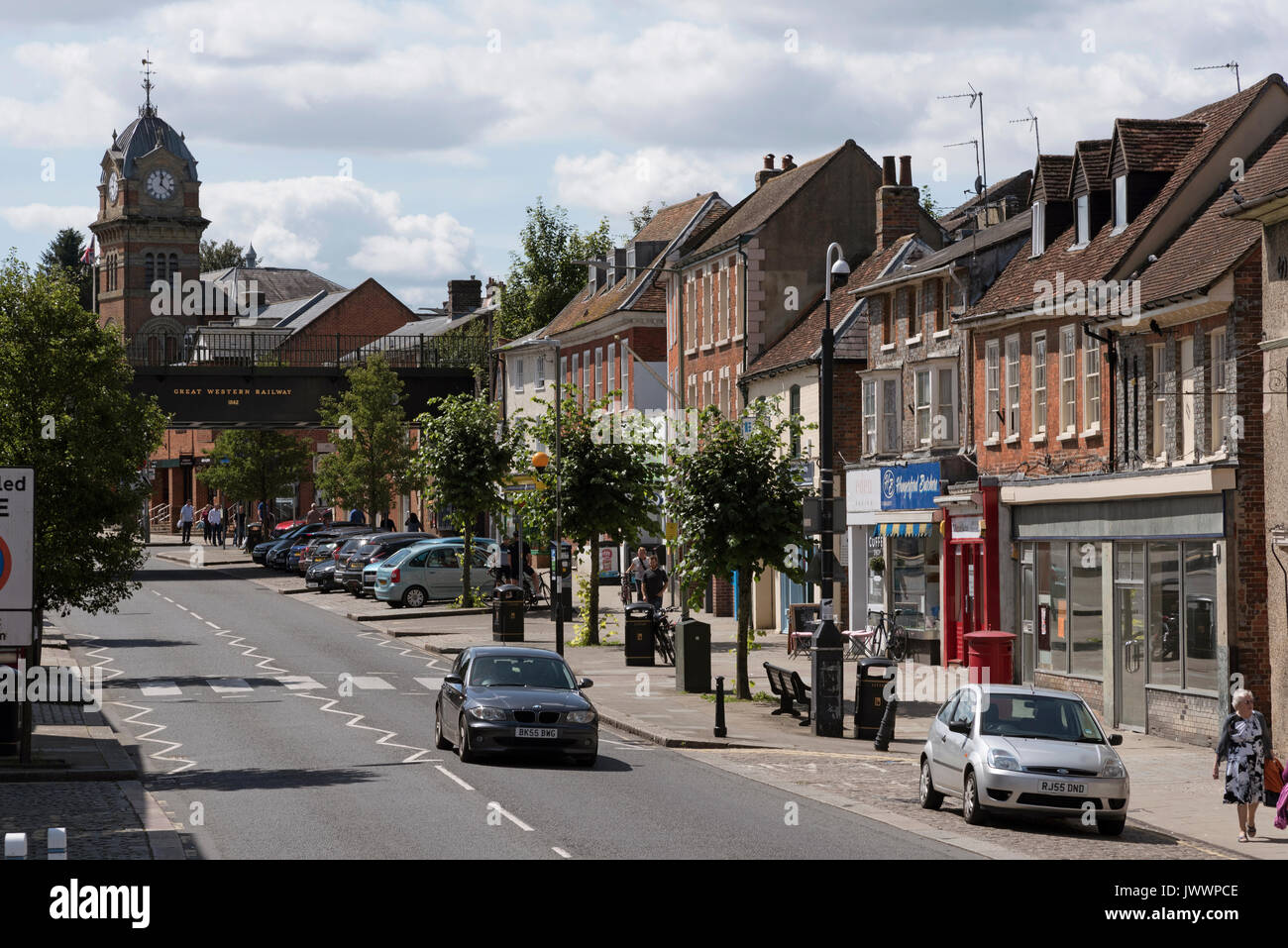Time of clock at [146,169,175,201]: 12:21
